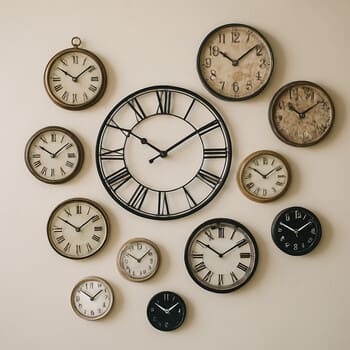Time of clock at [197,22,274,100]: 10:08
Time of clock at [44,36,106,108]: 10:08
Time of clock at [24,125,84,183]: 10:08
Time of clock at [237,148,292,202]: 10:08
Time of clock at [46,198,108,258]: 10:08
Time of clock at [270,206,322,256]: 1:49
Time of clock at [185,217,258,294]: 10:09
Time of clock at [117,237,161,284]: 10:07
